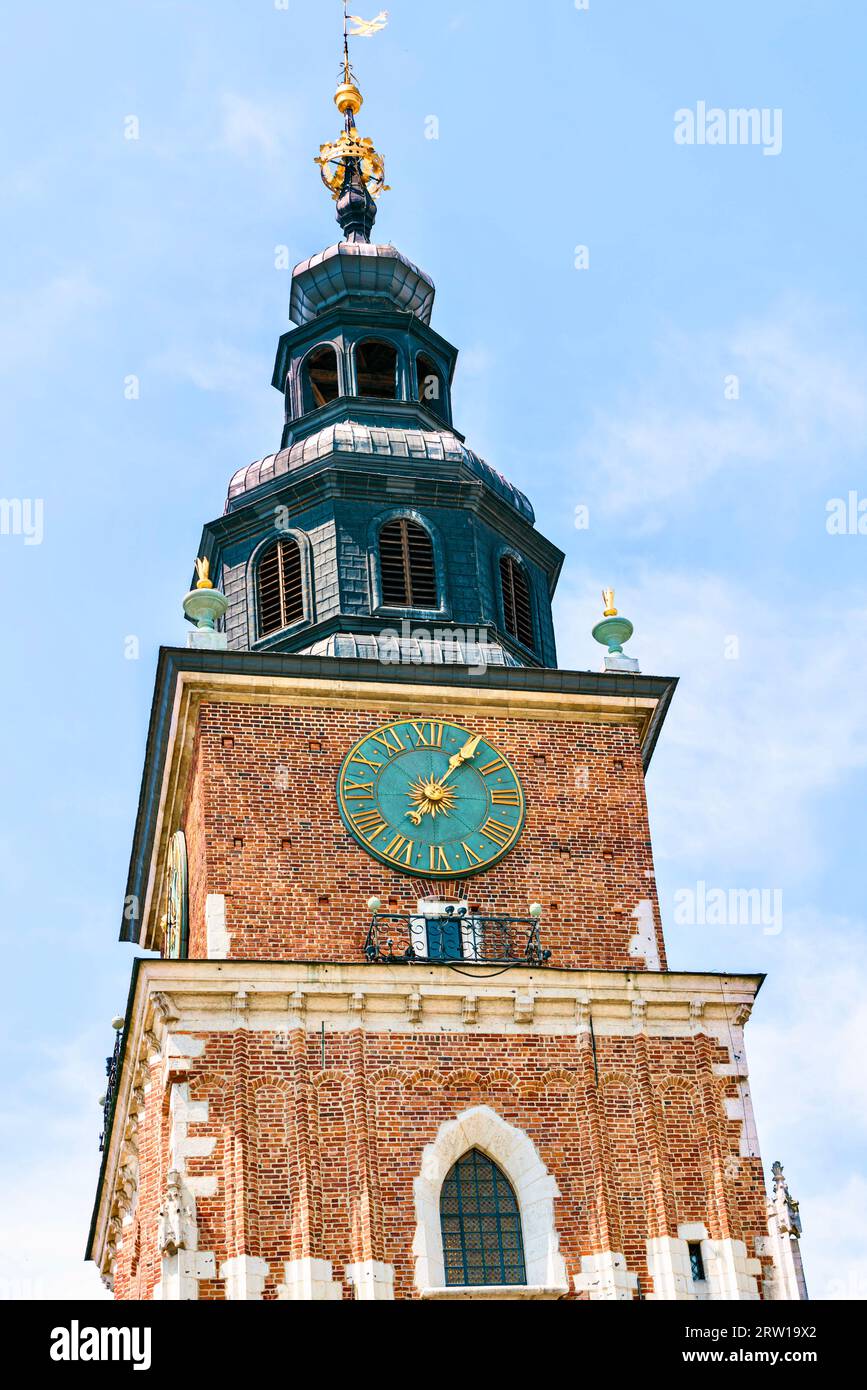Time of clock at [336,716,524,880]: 1:05
